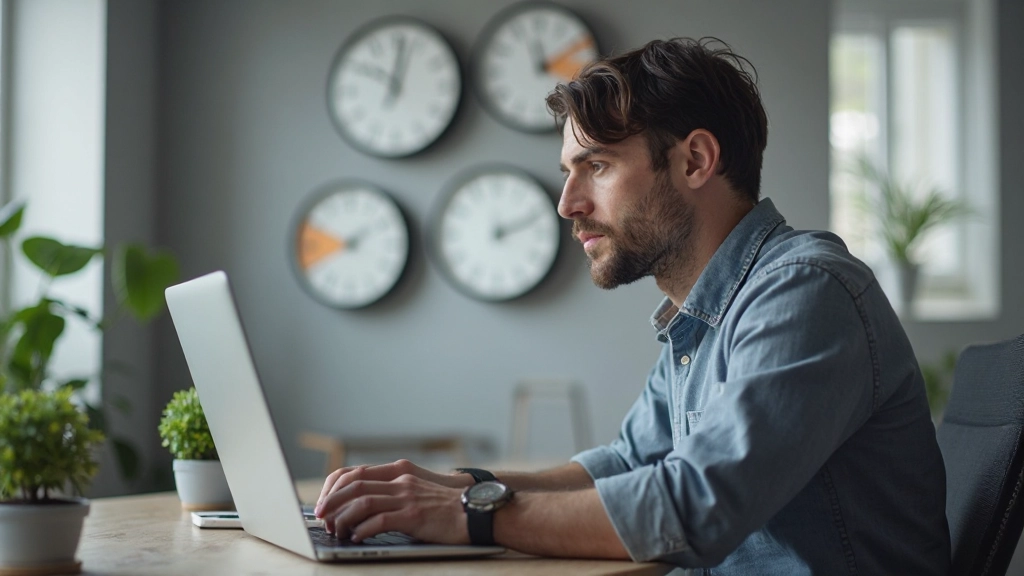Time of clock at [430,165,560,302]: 2:11
